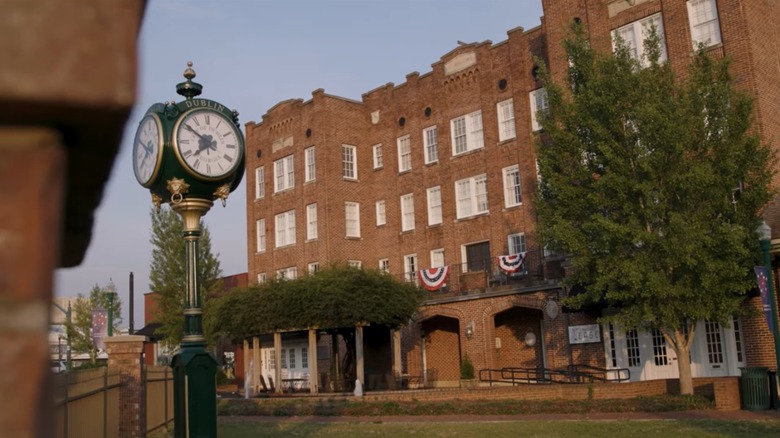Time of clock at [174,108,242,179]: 7:50
